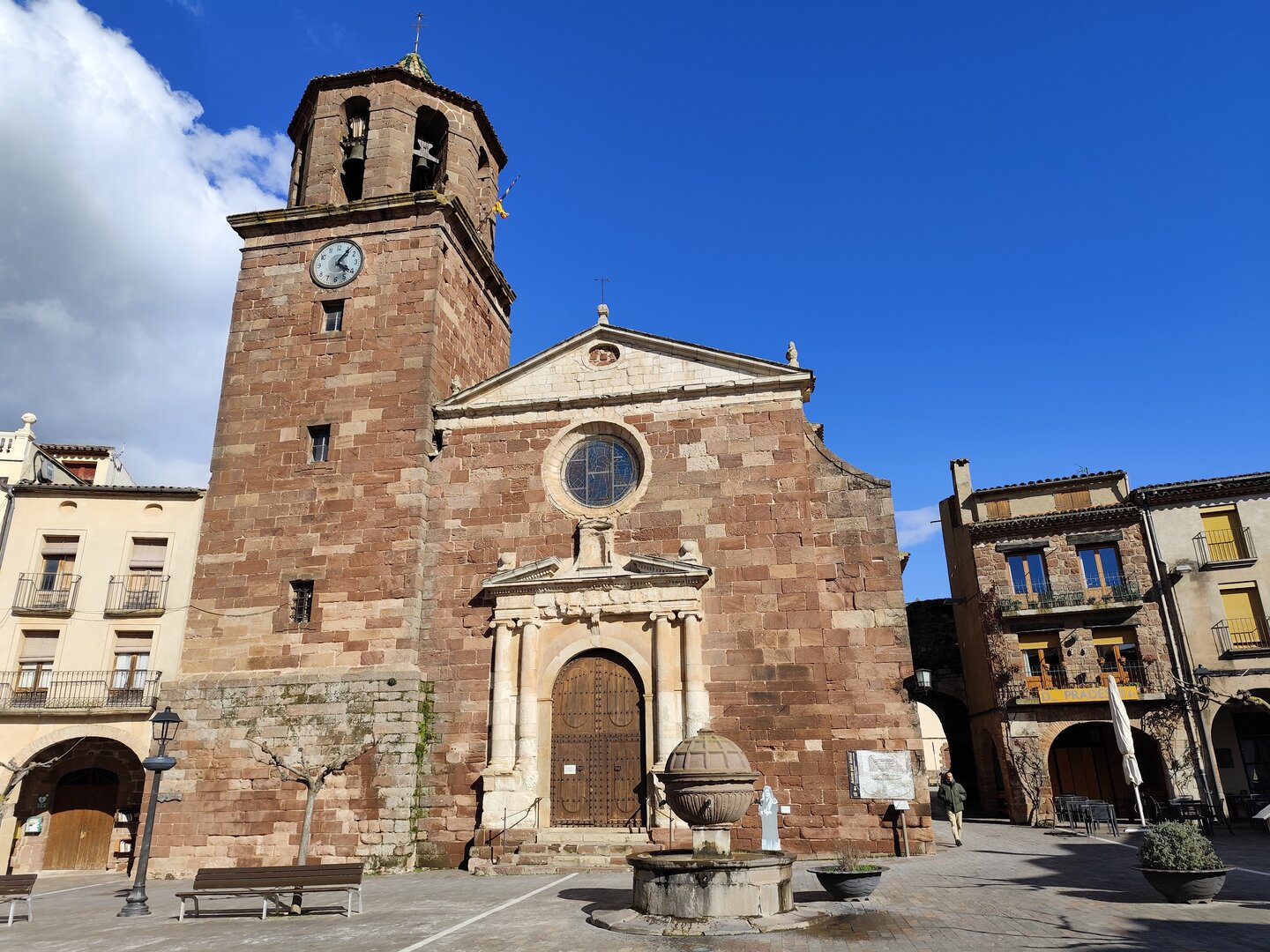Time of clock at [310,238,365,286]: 4:06
